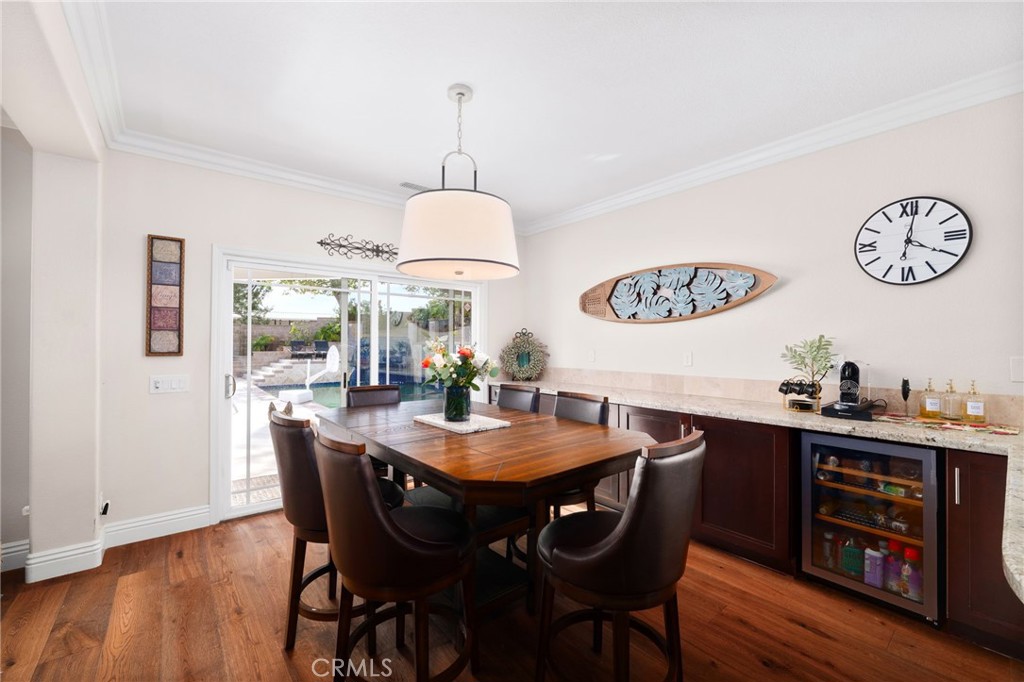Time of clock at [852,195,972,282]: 4:01
